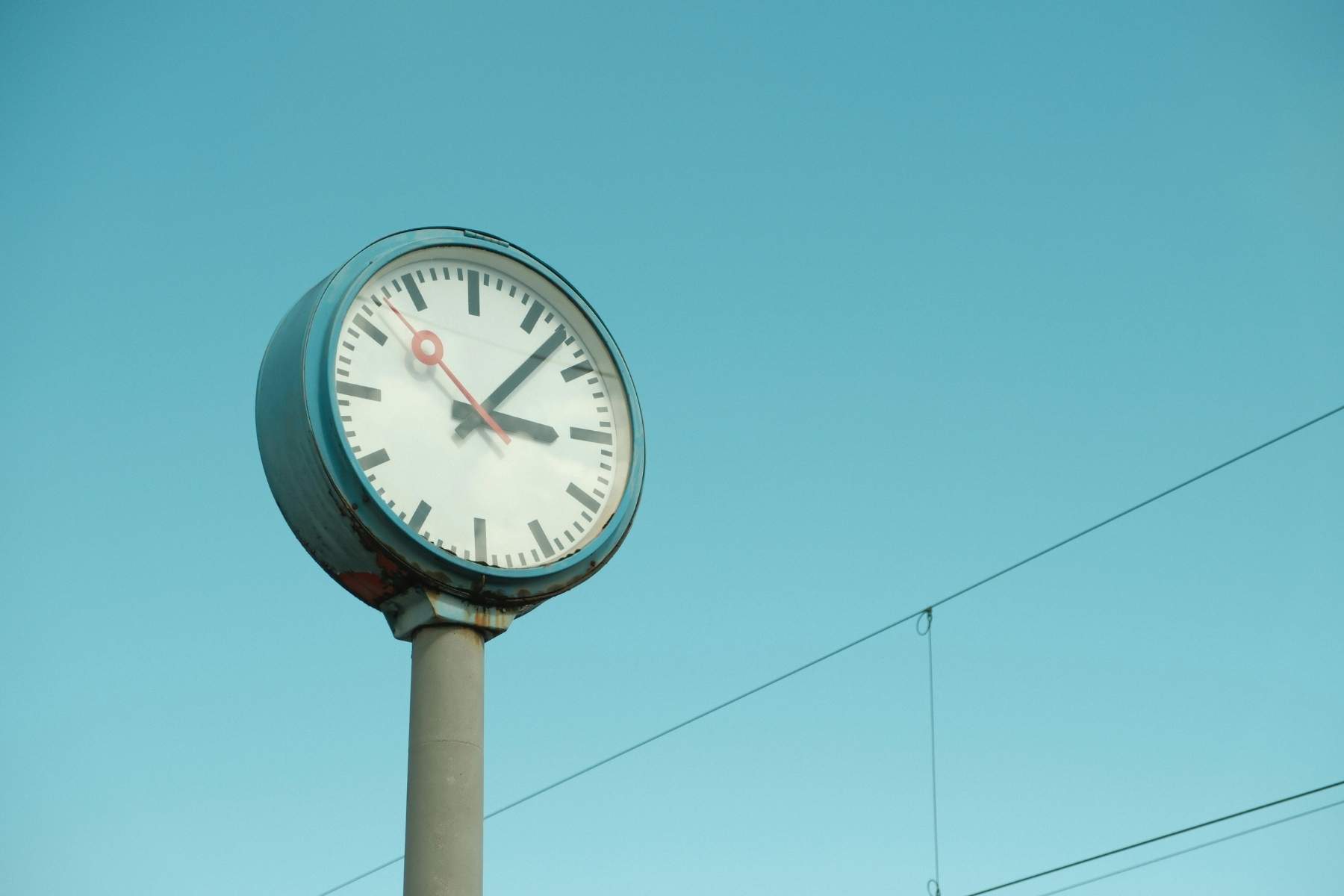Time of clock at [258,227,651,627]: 3:07
